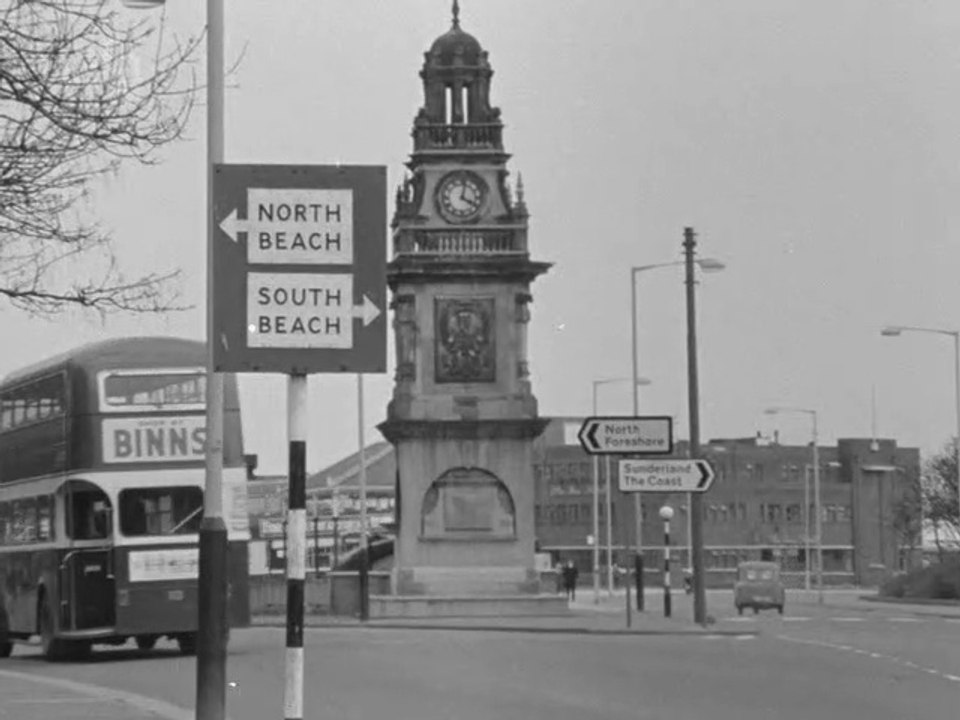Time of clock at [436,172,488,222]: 4:02
